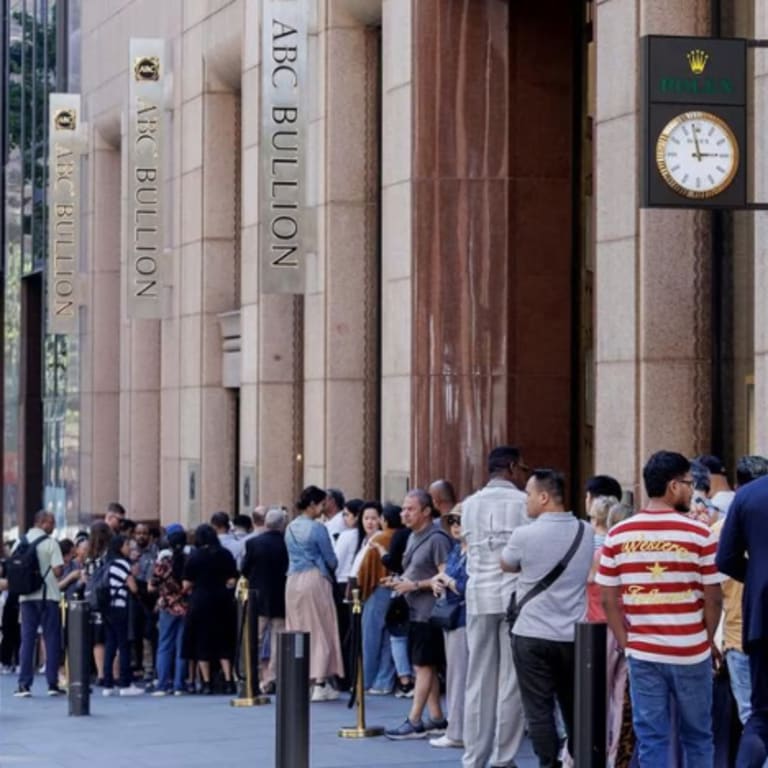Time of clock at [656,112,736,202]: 2:58
